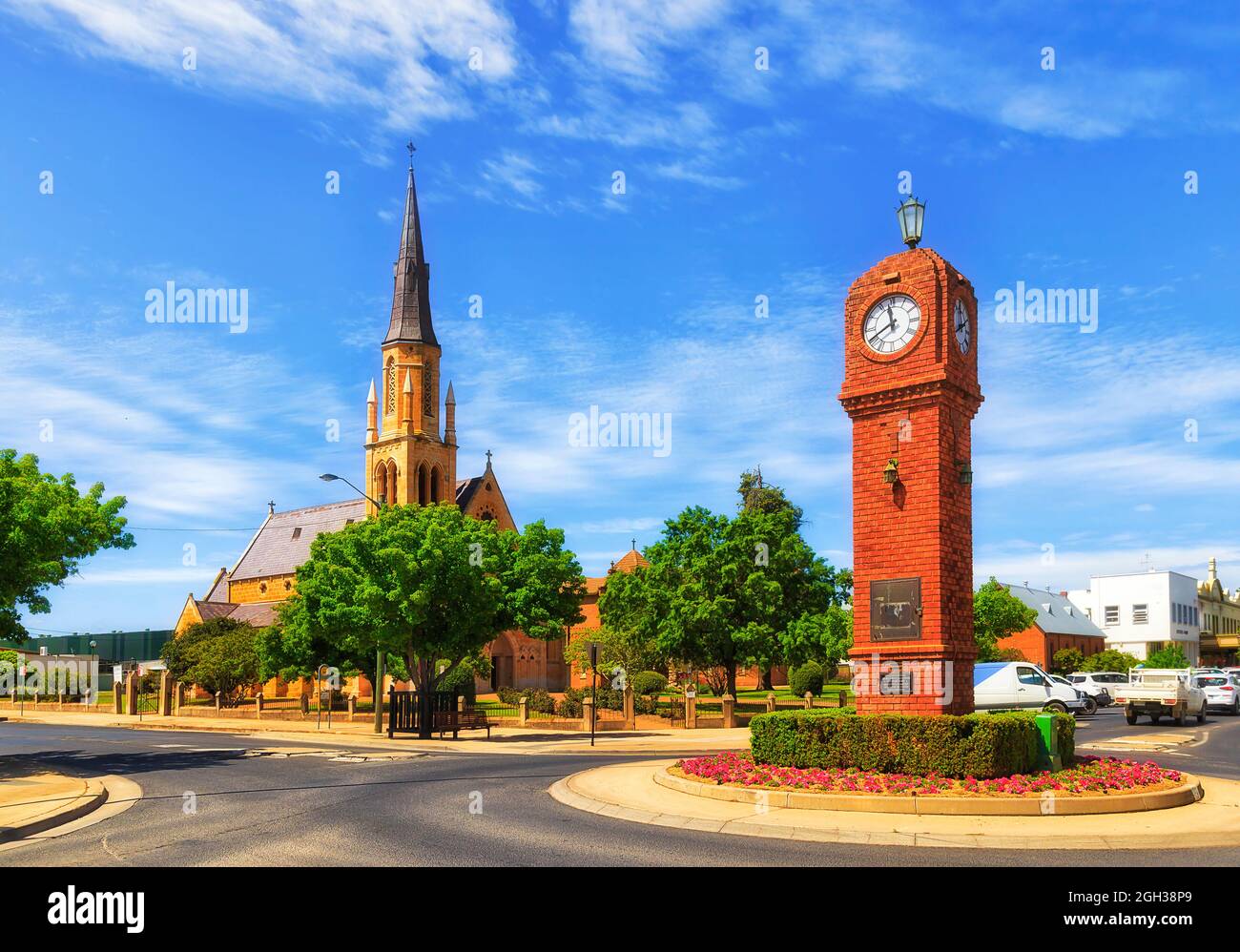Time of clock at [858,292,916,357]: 11:40
